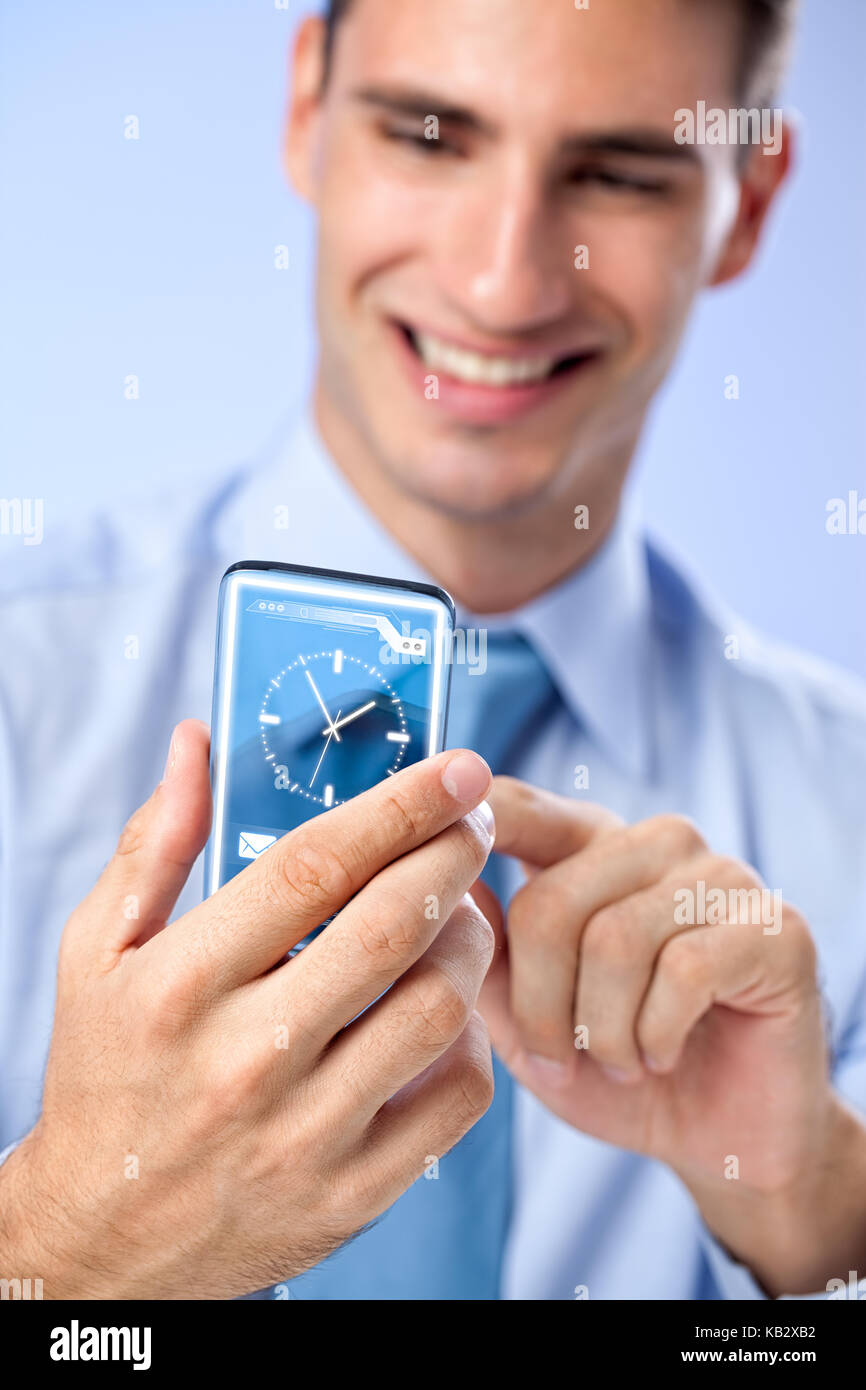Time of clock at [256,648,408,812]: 1:55
